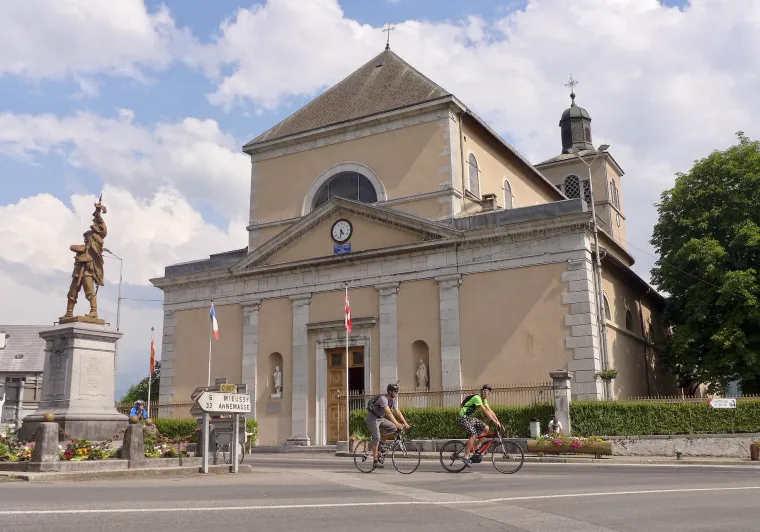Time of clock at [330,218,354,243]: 4:31
